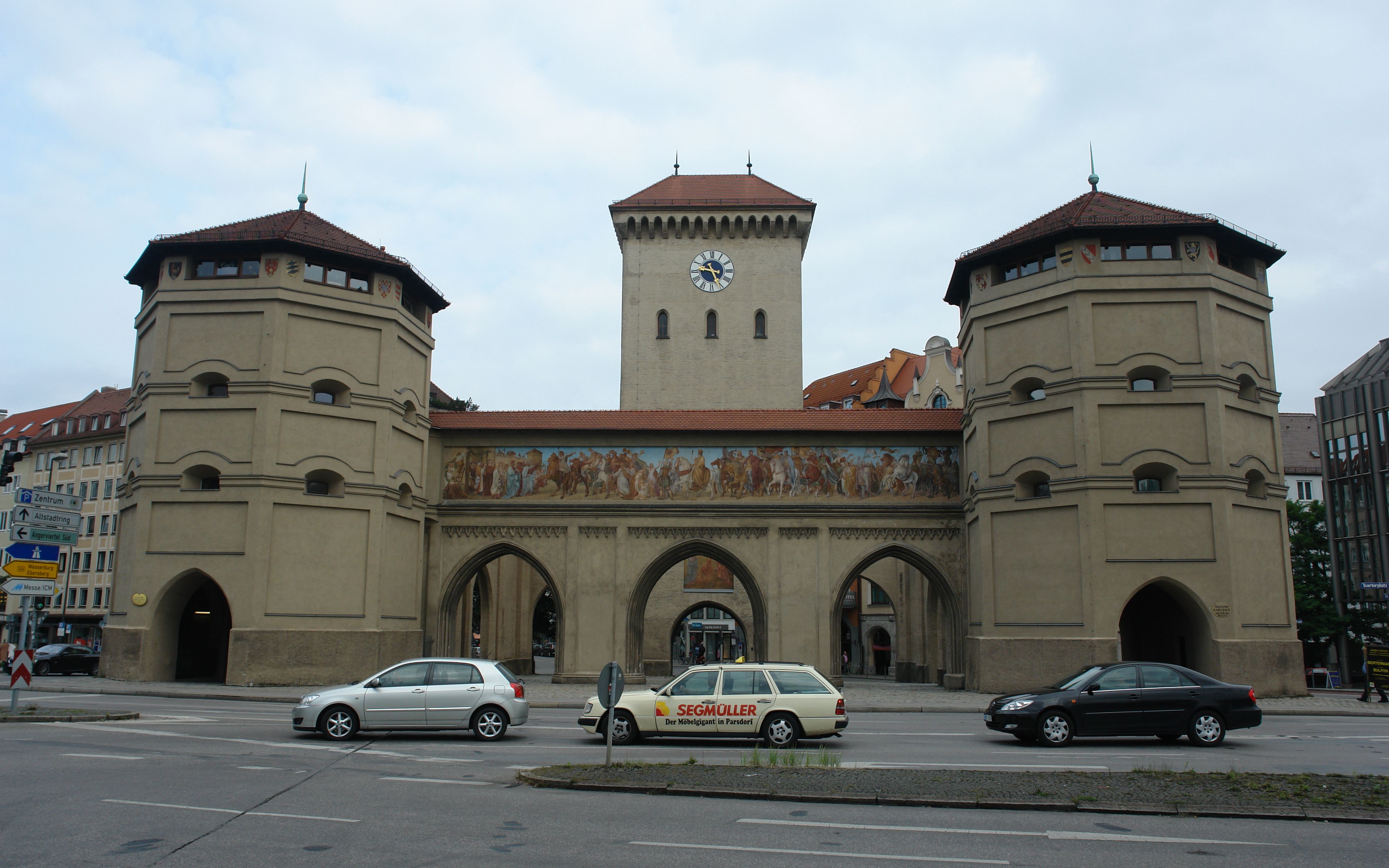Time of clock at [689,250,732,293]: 9:25
